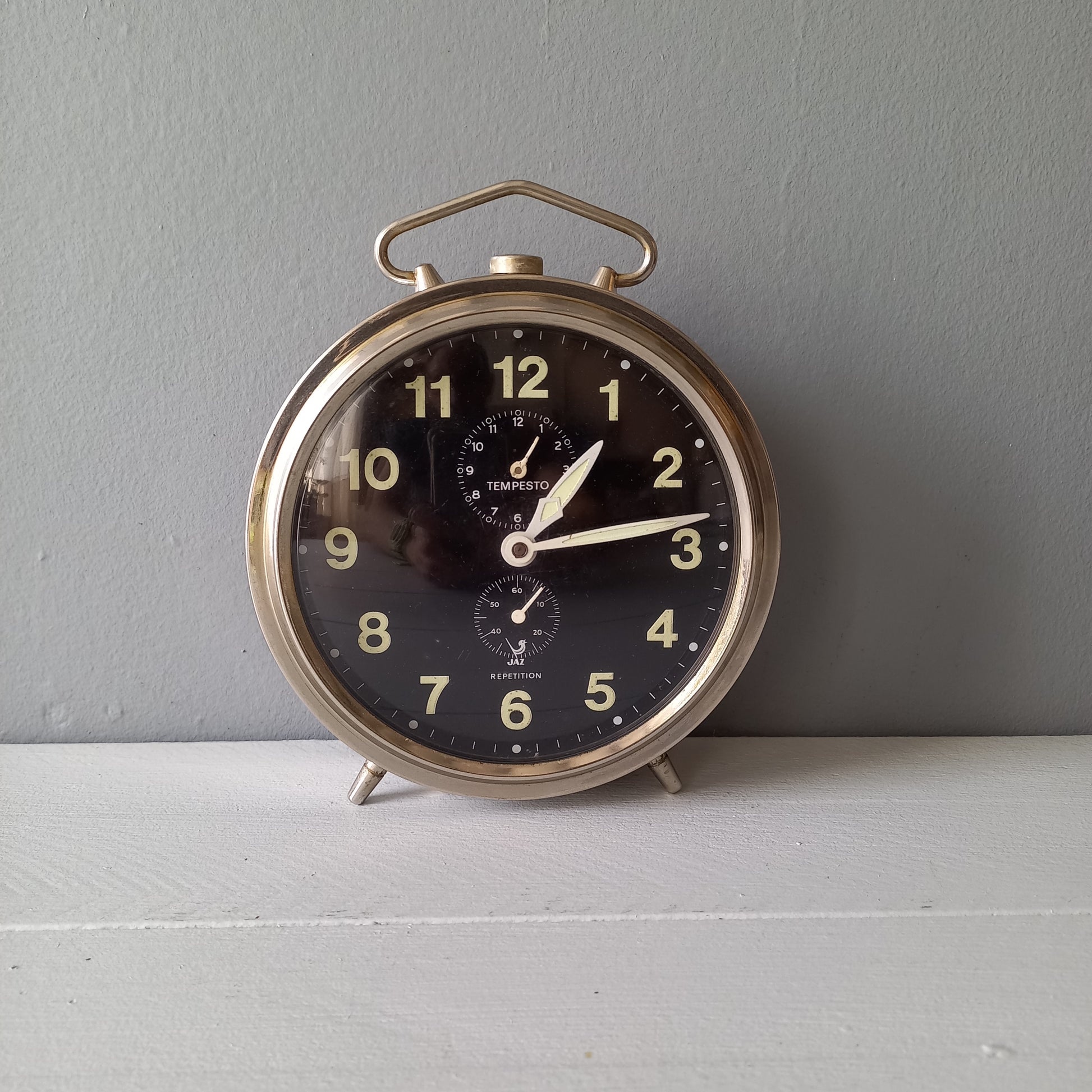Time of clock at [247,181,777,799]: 1:13
